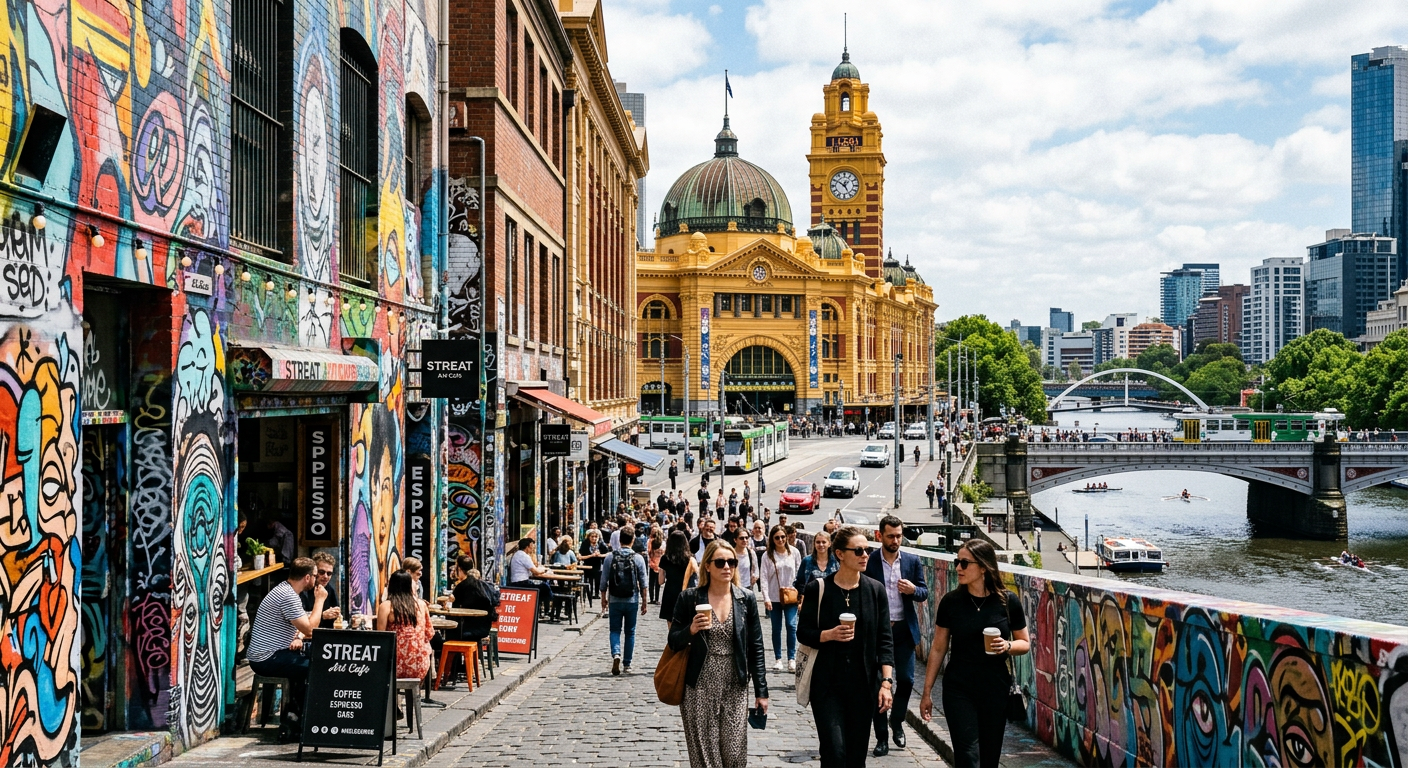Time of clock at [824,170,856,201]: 12:50
